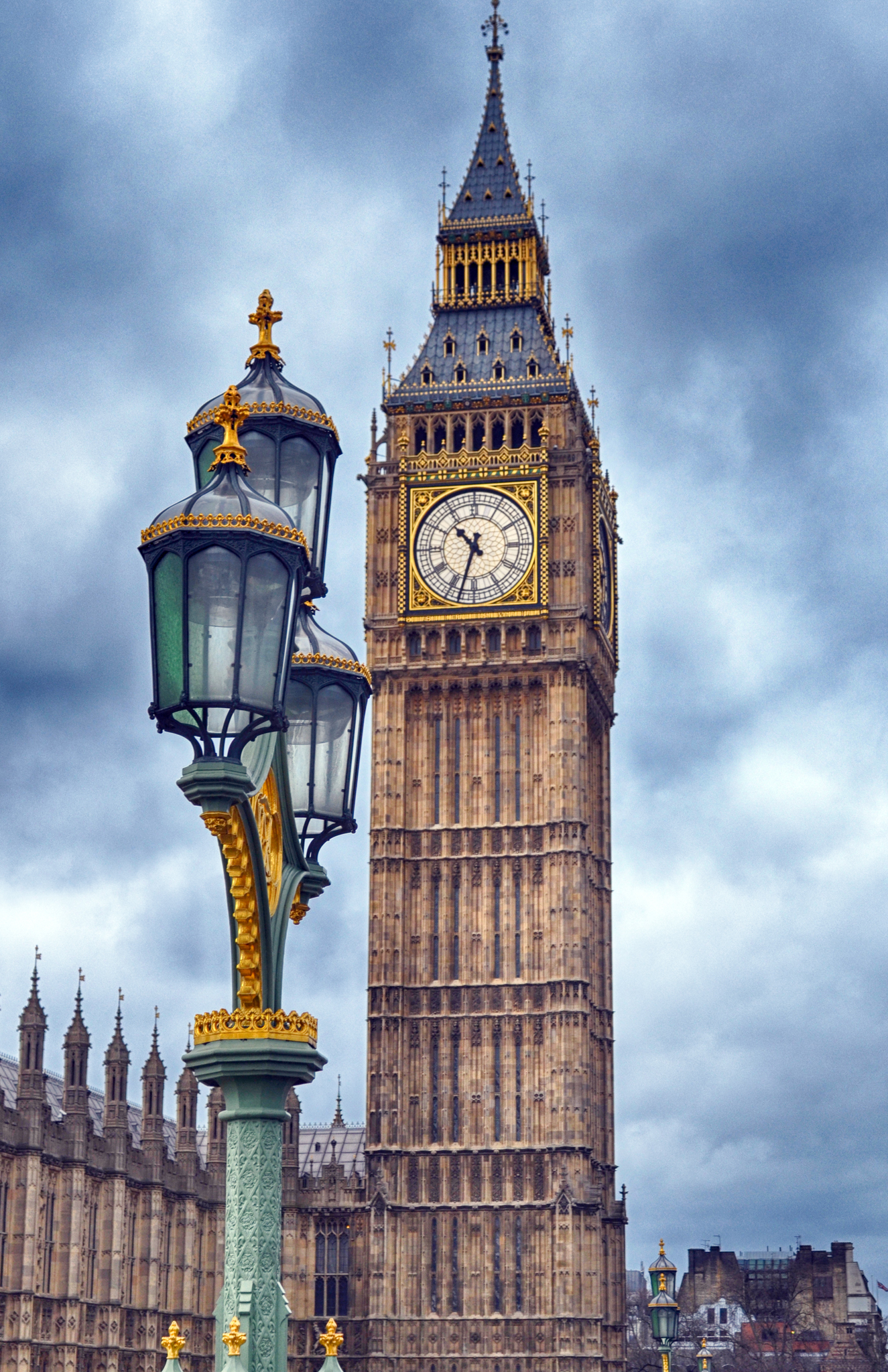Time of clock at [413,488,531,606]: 10:32
